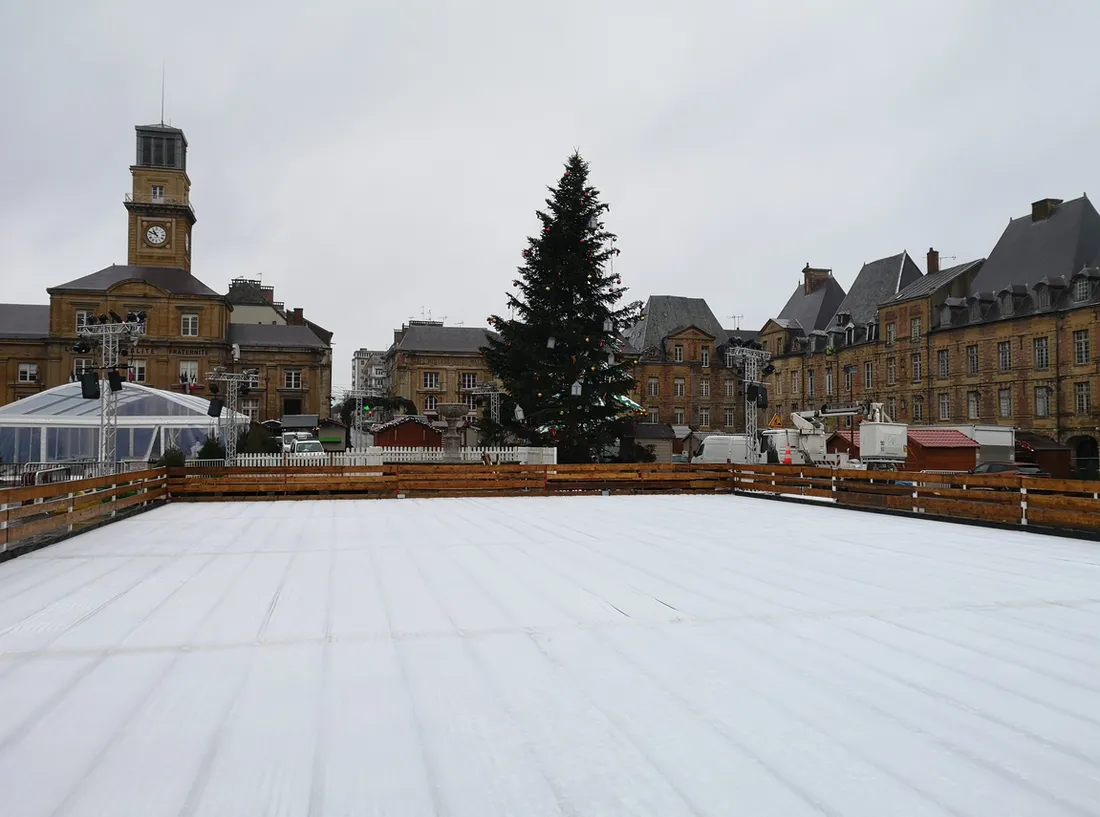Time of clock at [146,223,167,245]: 10:48
